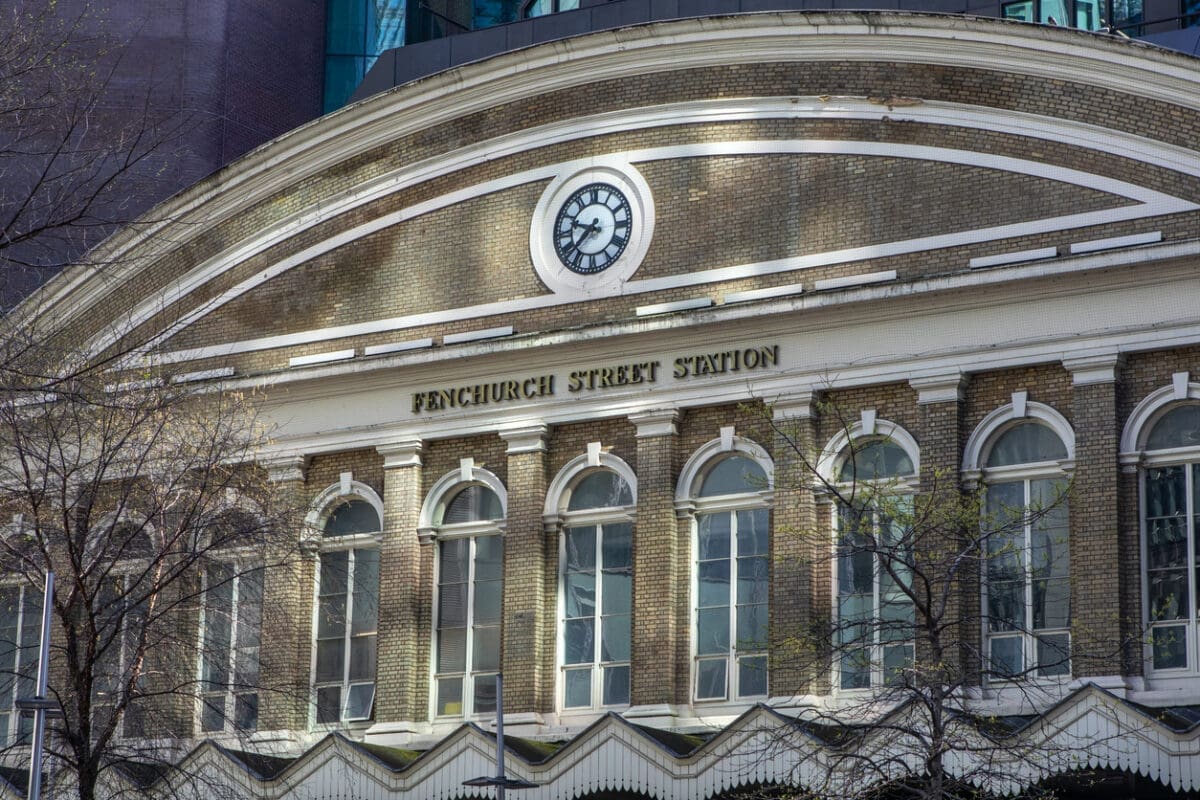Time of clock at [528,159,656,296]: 9:37
